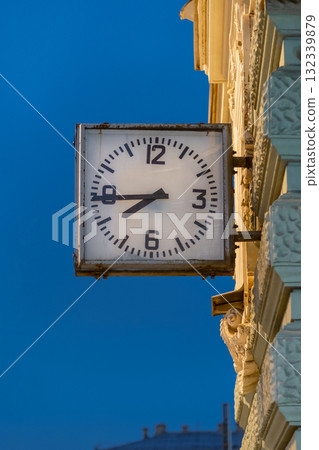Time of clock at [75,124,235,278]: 7:44
